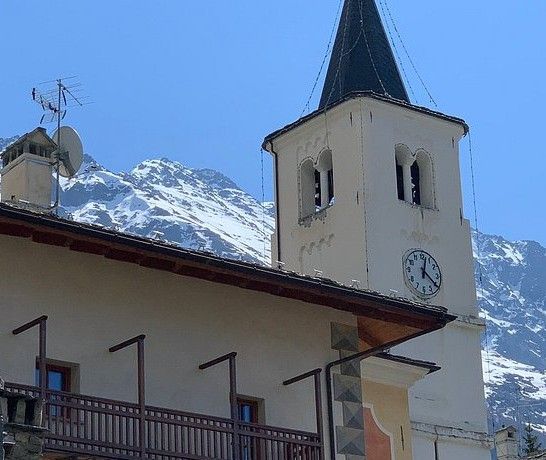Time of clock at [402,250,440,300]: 12:20
